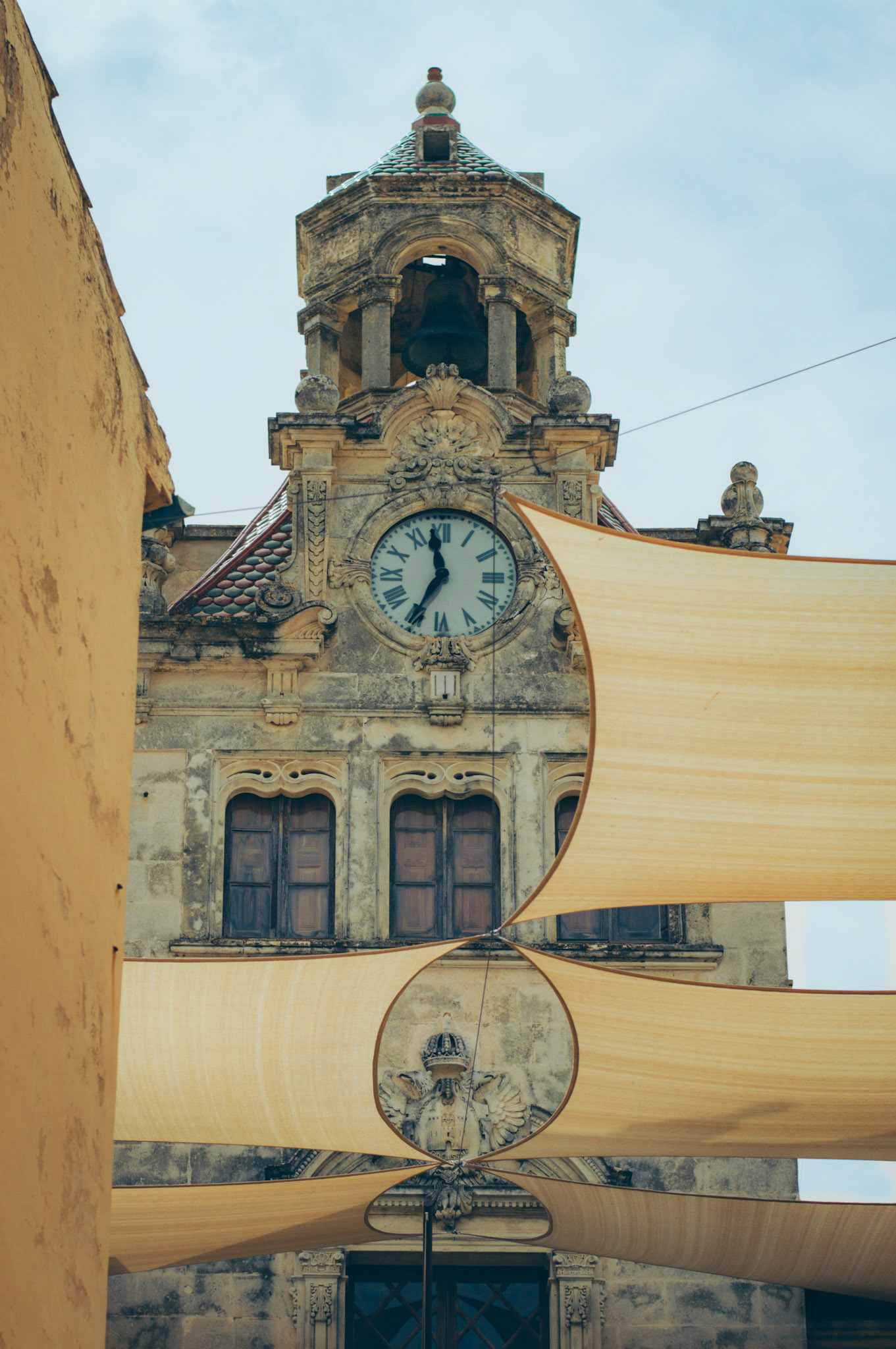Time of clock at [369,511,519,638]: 11:35
